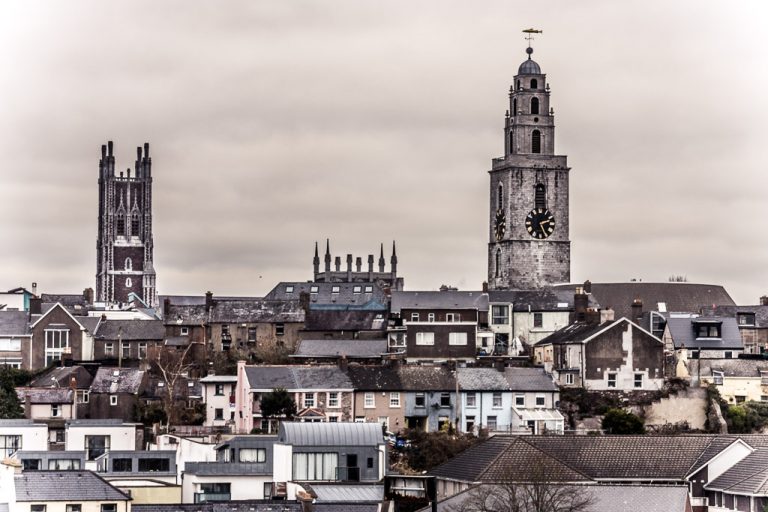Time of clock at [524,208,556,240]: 2:25
